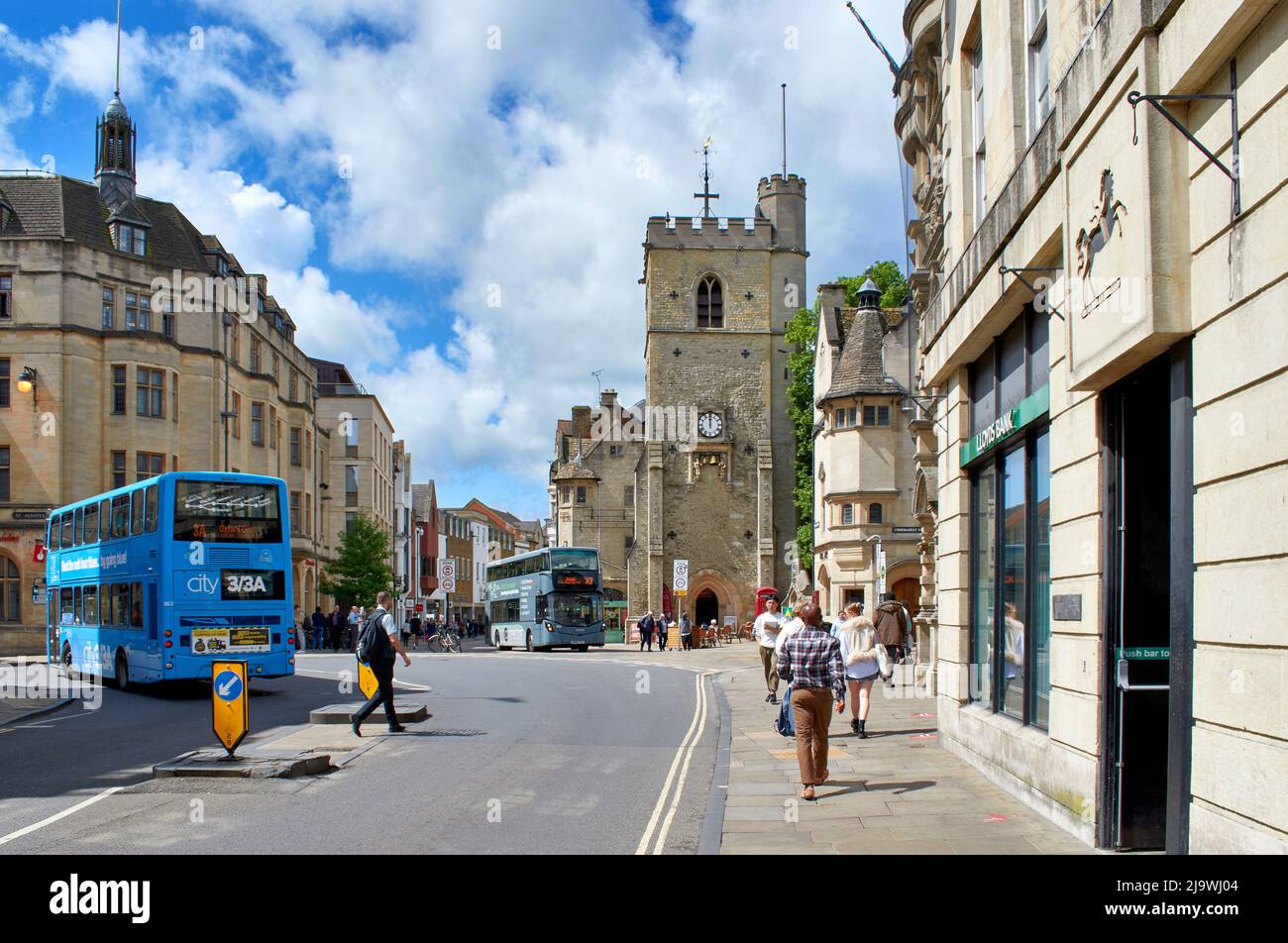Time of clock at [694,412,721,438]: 12:00
